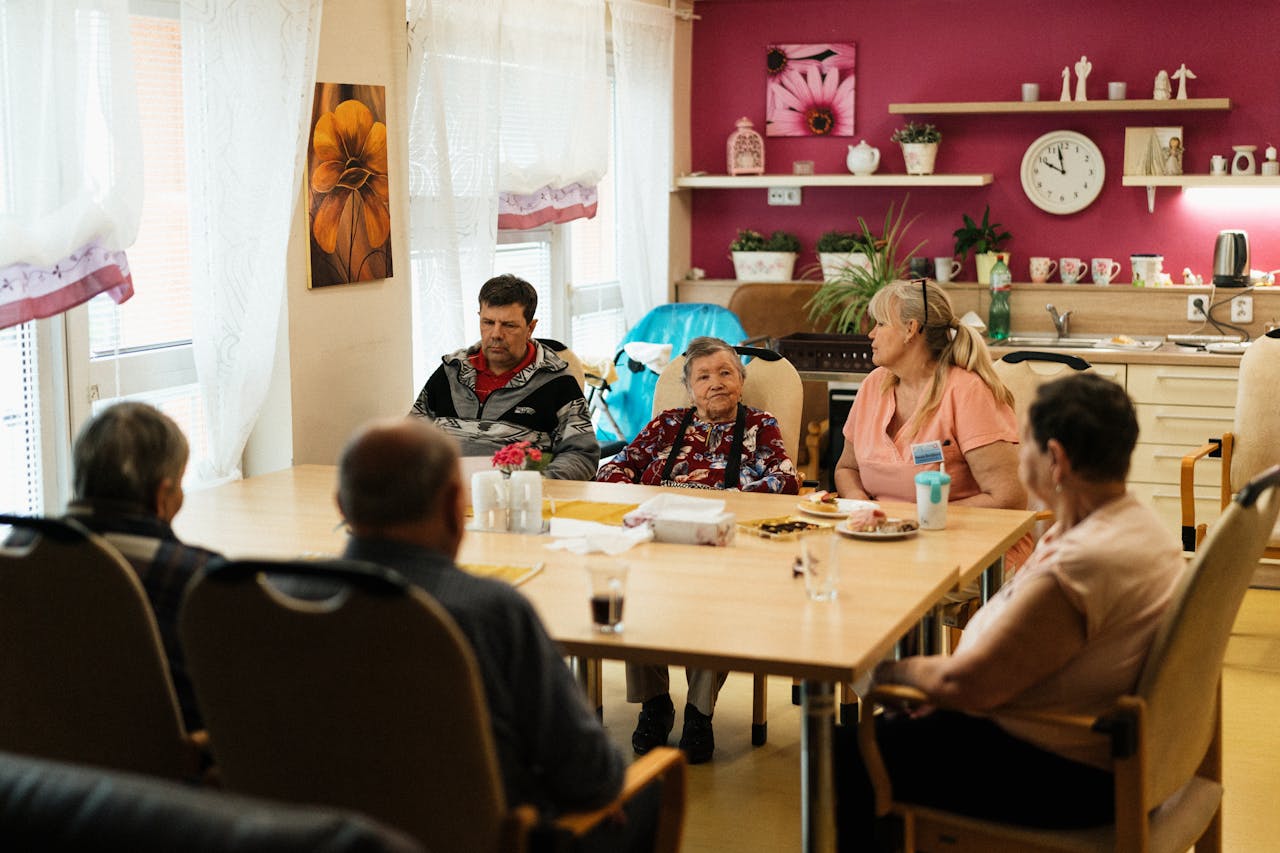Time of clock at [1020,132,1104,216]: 9:57
